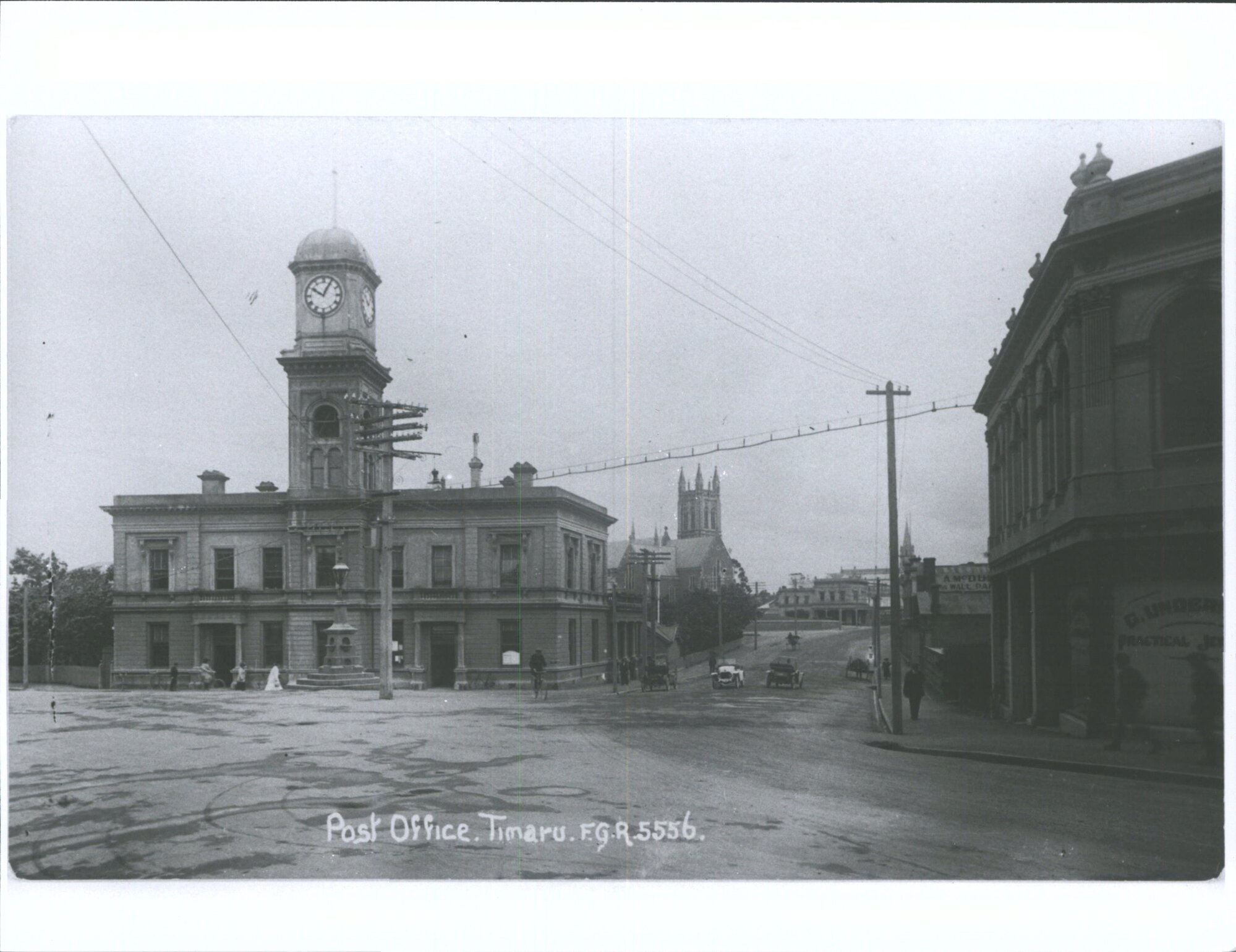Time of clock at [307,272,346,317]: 10:04
